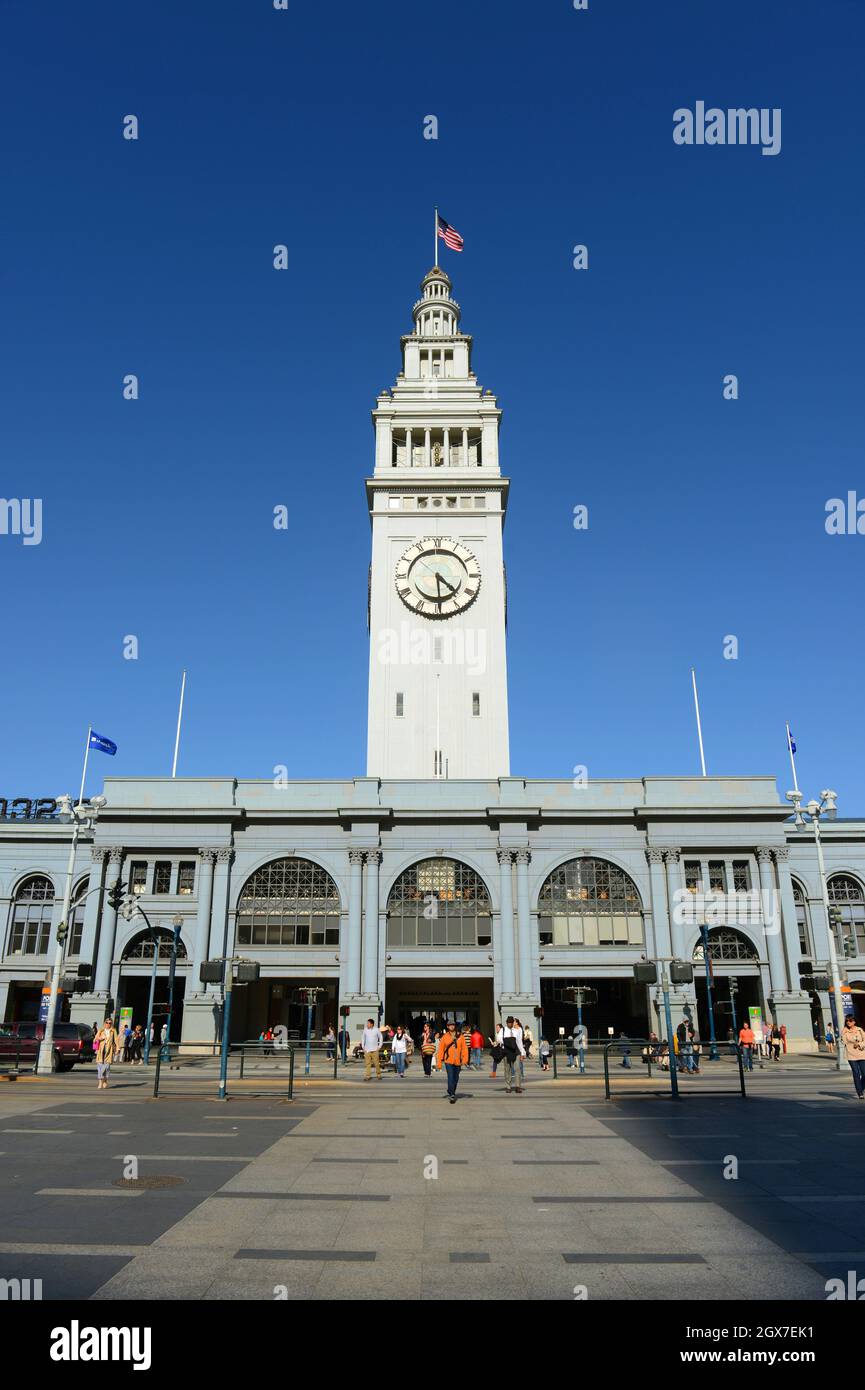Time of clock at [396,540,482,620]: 4:29
